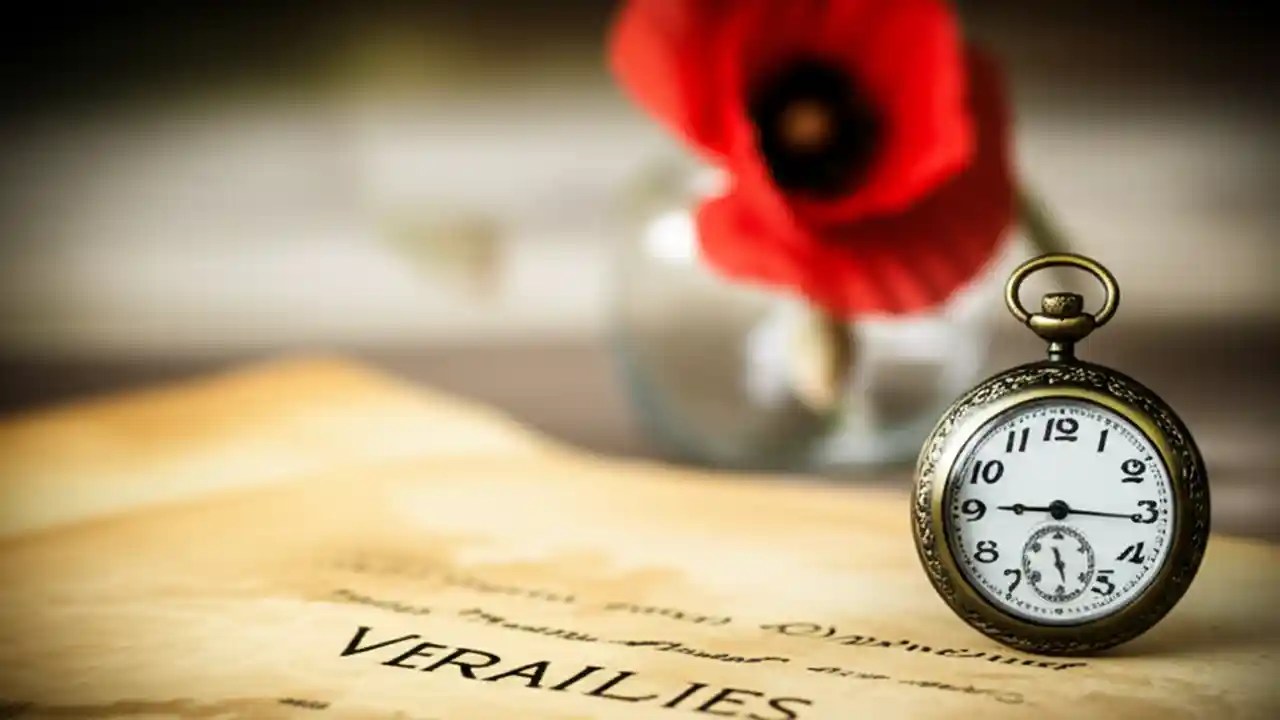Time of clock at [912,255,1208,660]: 9:15
